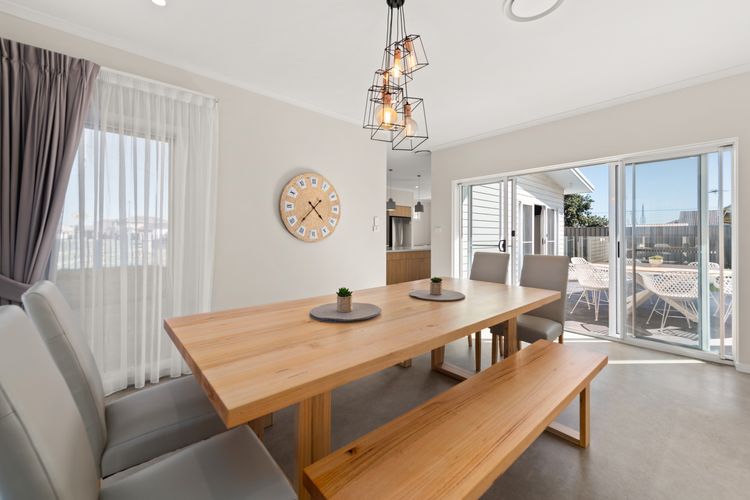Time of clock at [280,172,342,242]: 4:37
